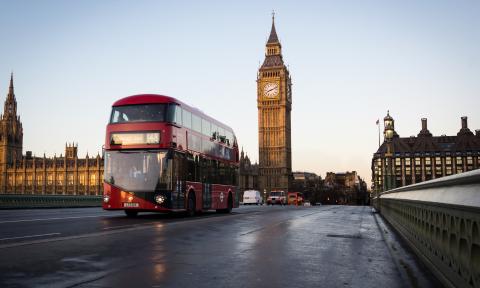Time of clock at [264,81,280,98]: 8:11
